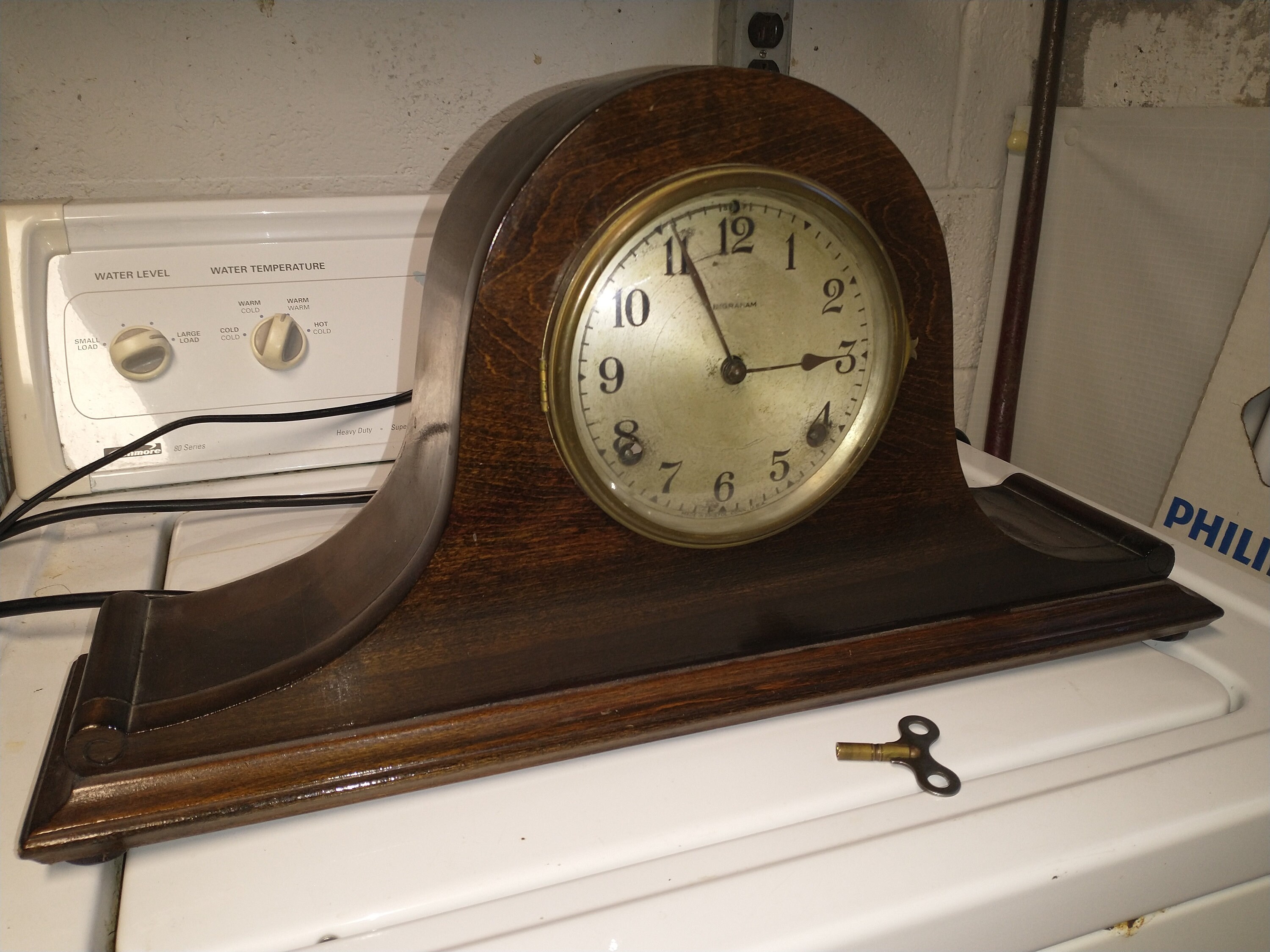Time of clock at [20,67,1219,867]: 2:55
